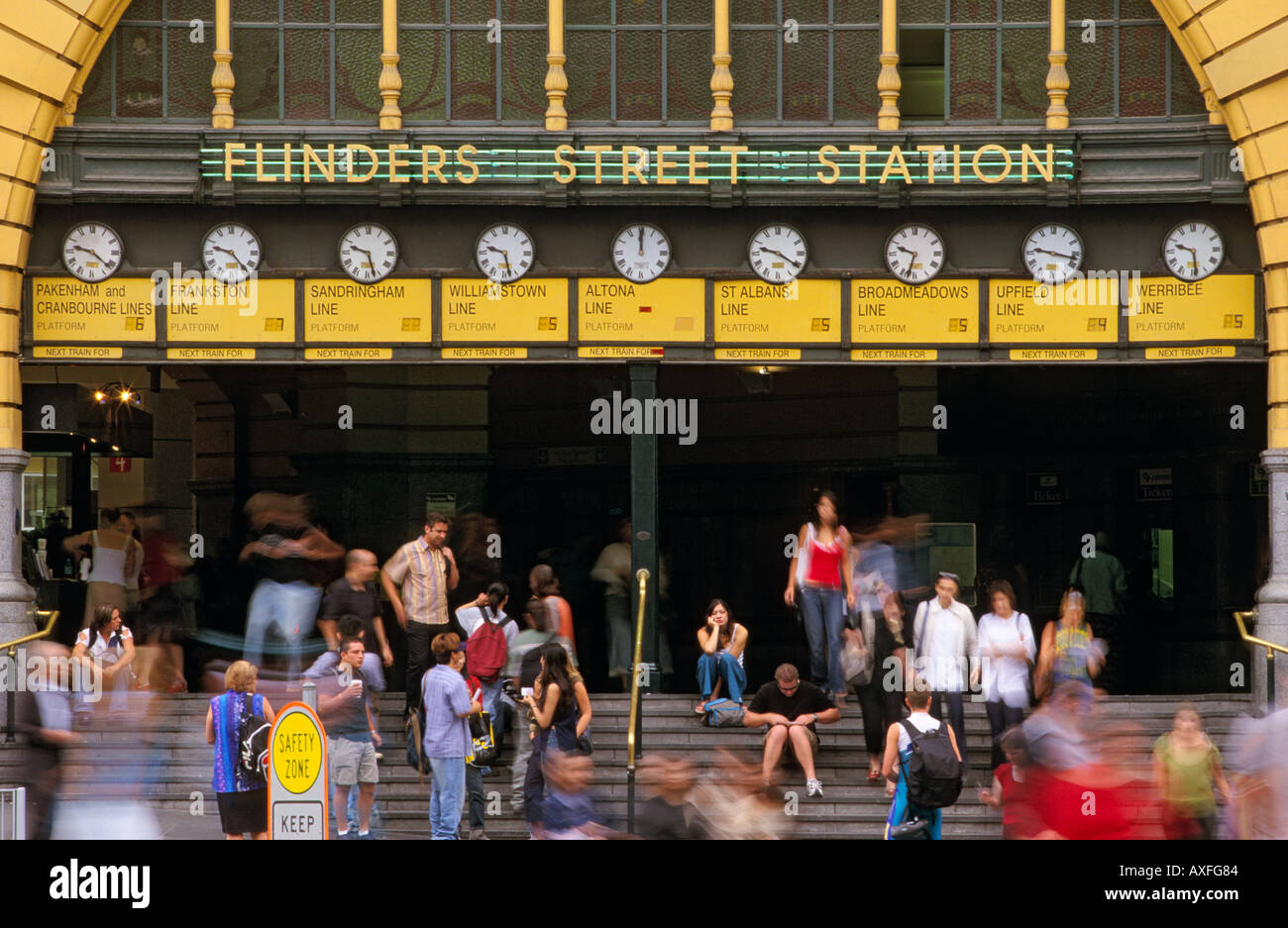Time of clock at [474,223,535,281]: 9:27
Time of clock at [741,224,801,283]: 9:20
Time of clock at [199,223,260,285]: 9:23
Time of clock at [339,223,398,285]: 9:27
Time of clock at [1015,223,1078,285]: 9:17
